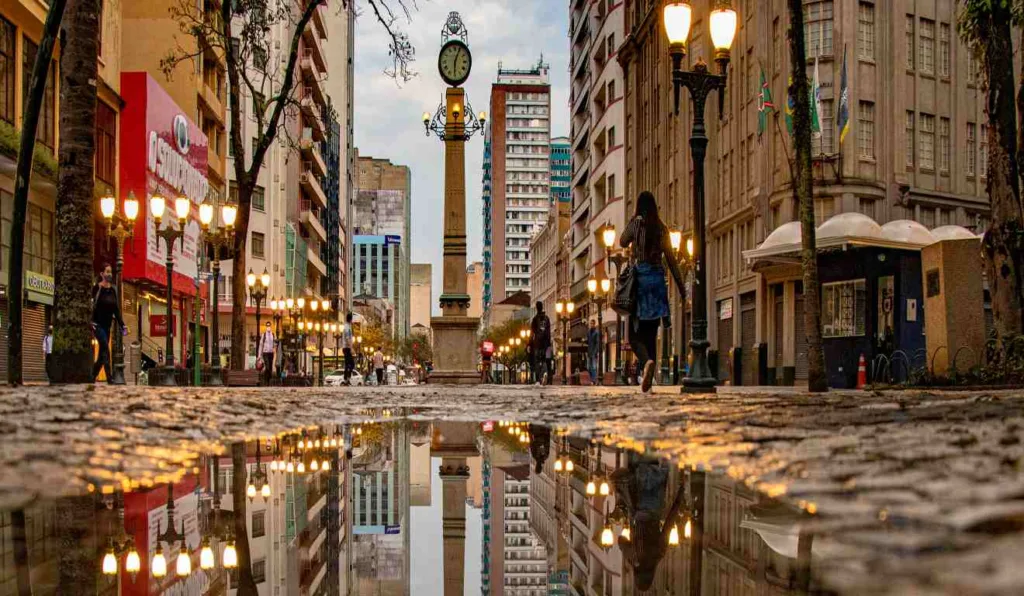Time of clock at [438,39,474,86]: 6:03
